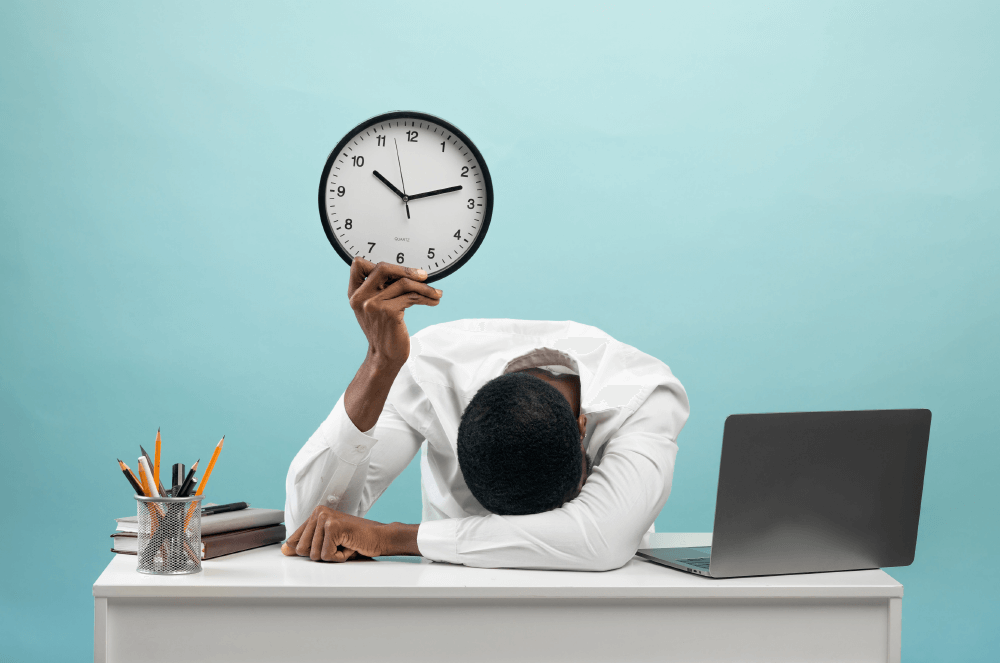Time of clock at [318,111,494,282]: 10:12
